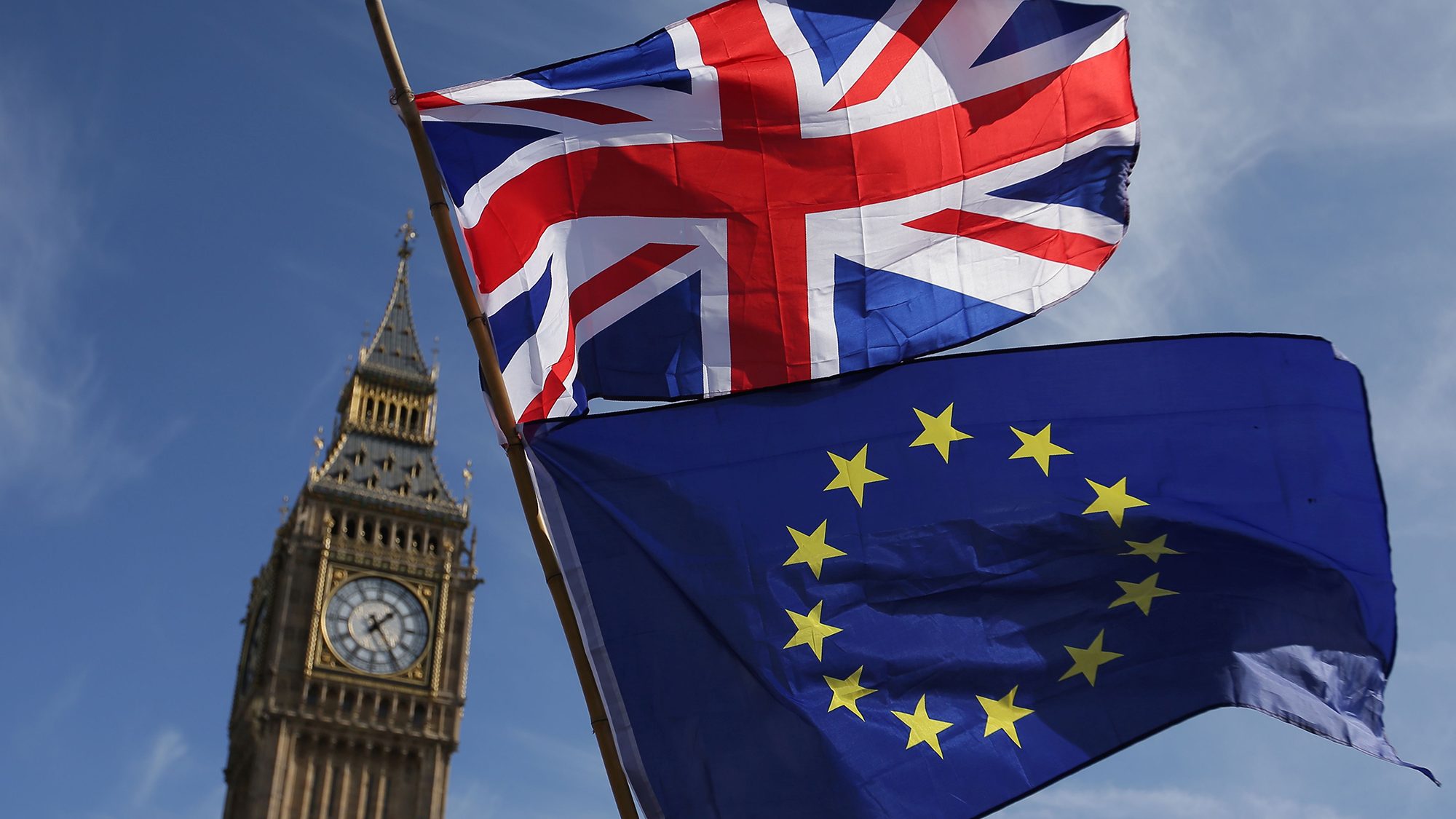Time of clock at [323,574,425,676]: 1:24
